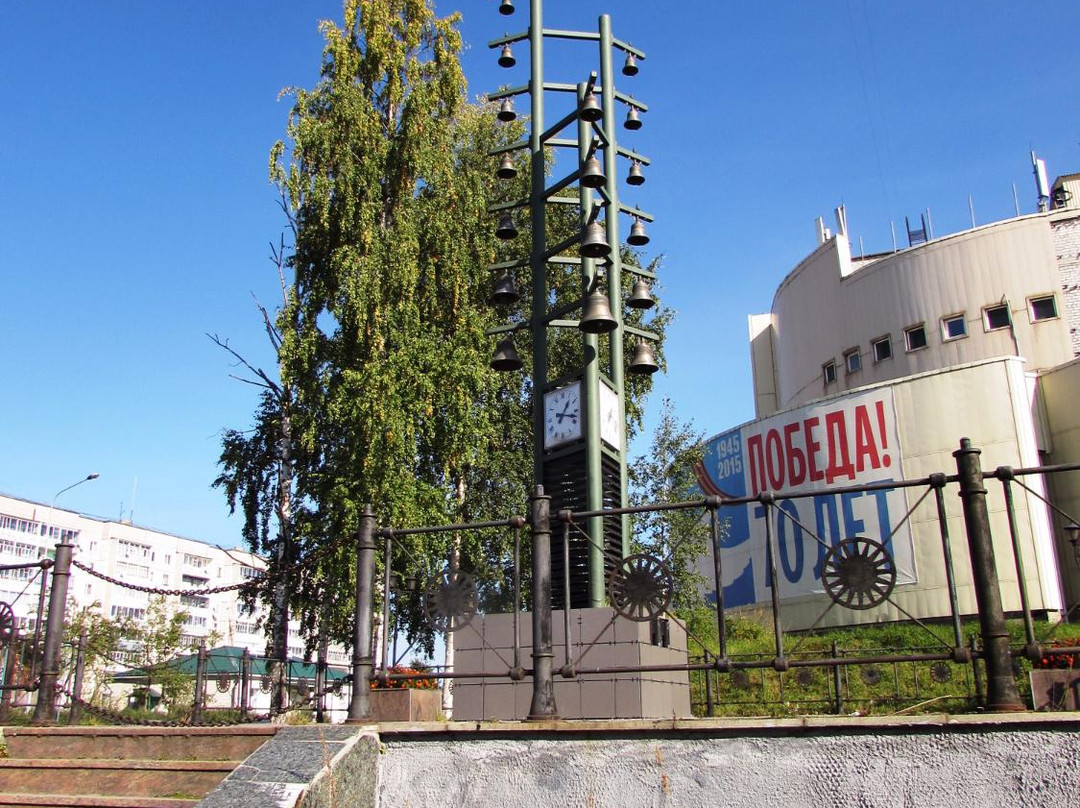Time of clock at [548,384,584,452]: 1:17
